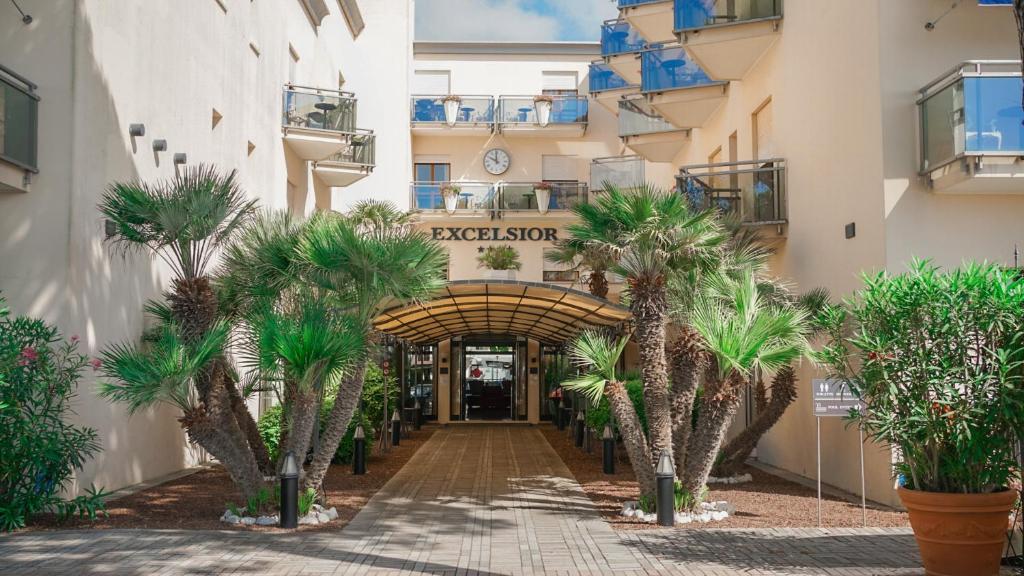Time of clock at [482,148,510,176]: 9:59
